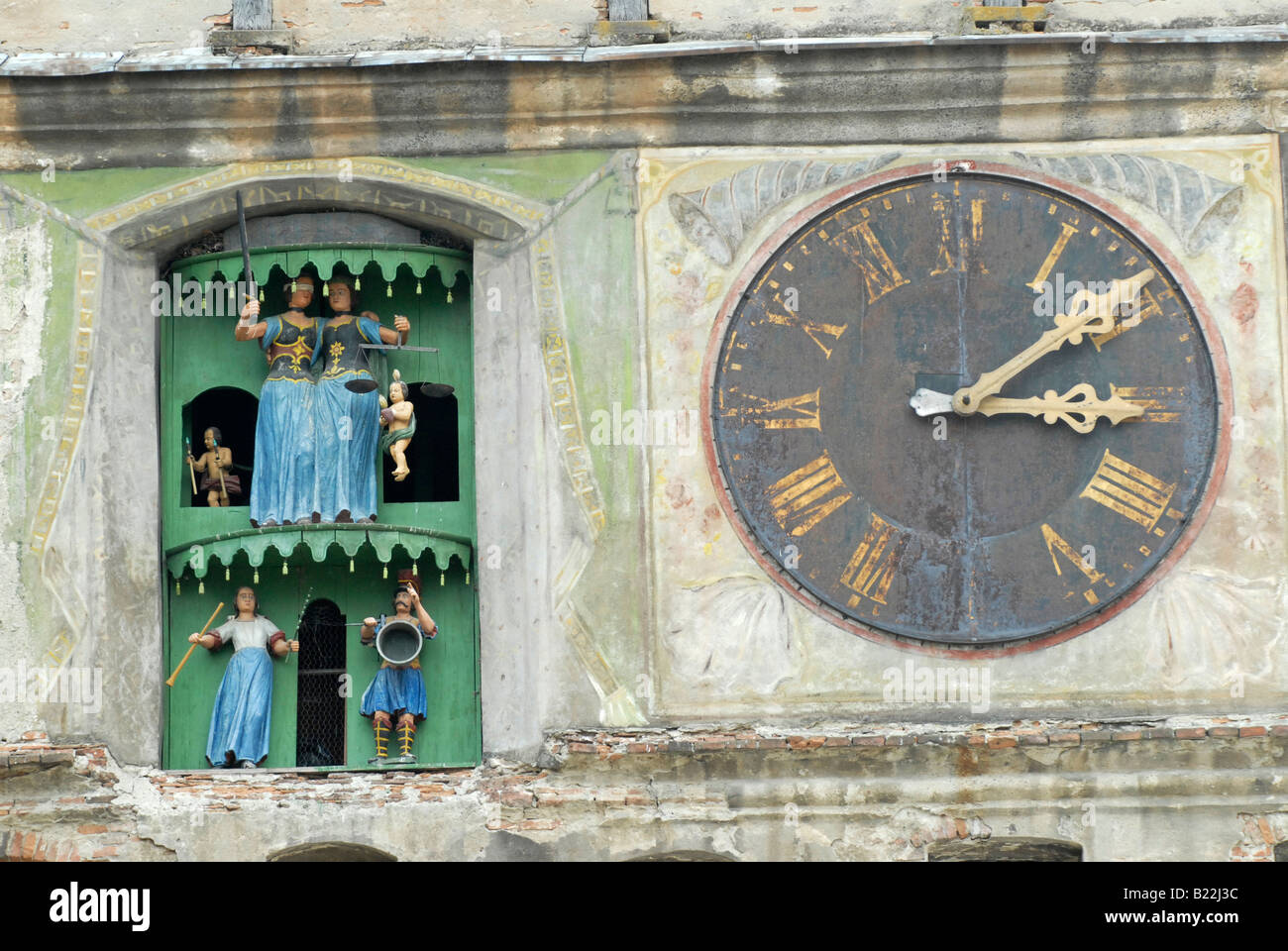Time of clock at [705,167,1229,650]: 3:08
